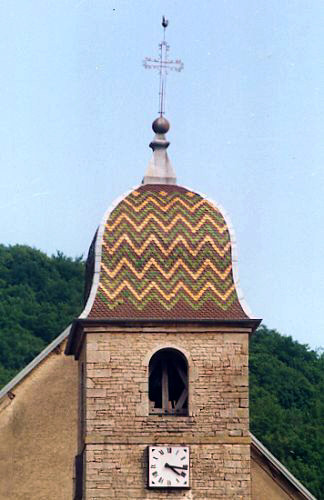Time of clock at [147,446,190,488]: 4:16
